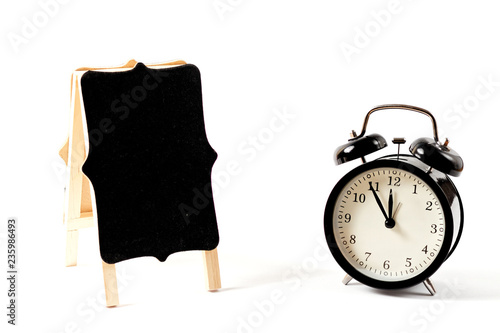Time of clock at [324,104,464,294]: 11:54
